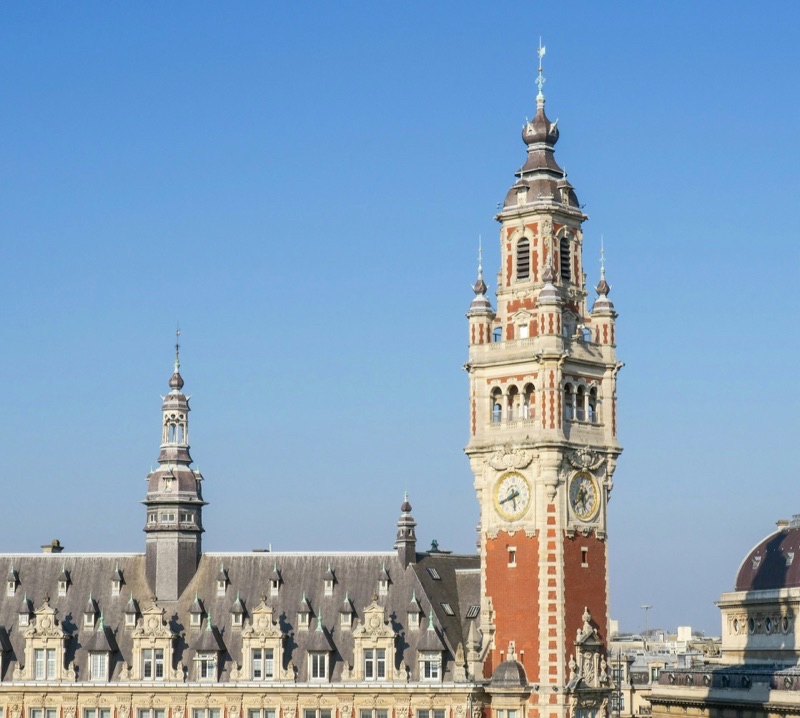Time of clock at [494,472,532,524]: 5:40
